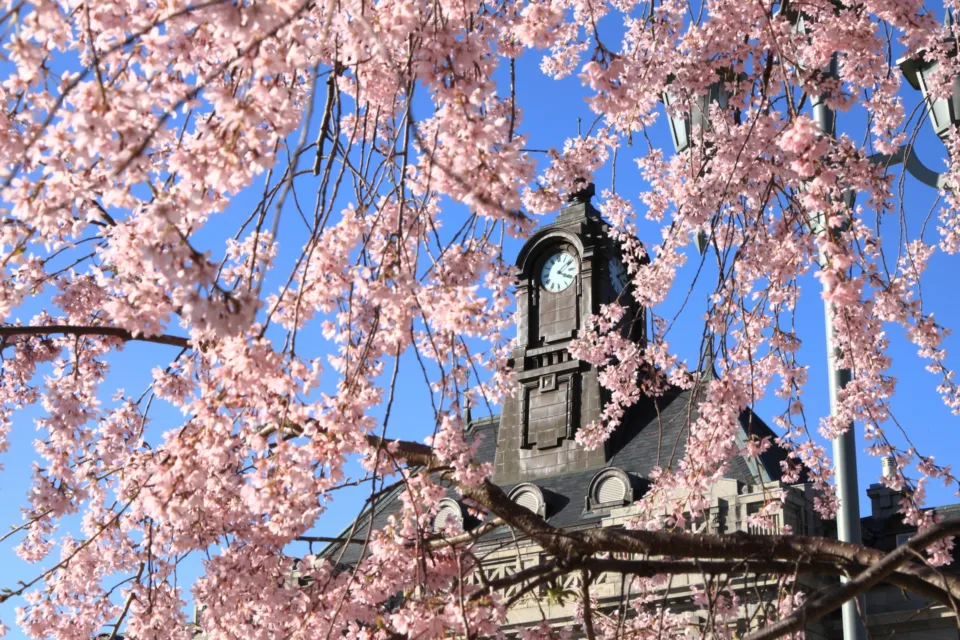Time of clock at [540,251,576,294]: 4:09
